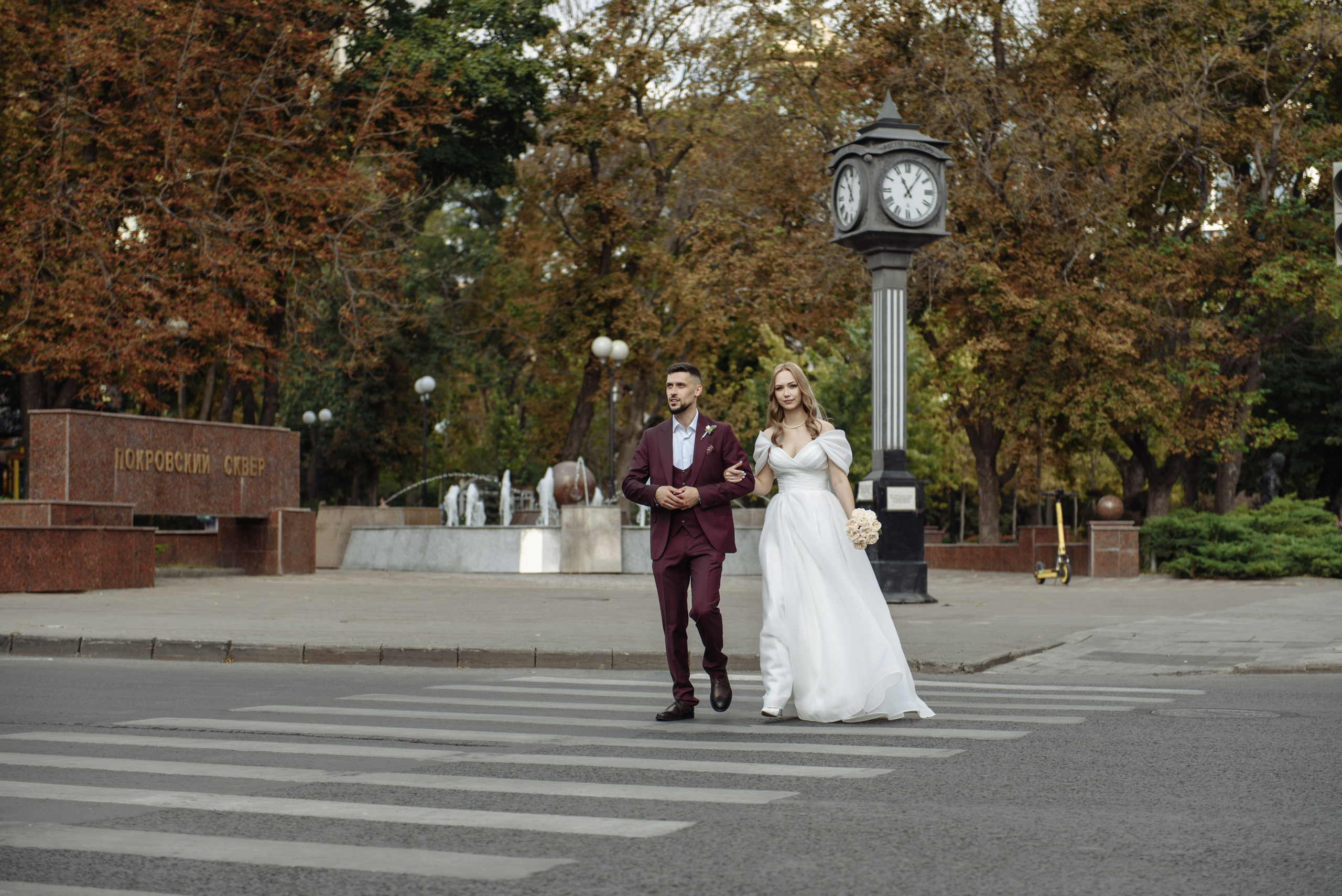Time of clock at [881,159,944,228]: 11:06
